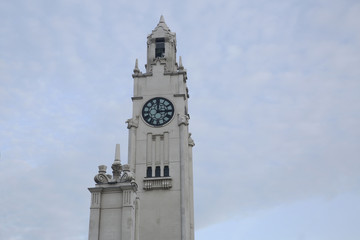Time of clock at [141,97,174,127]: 2:59
